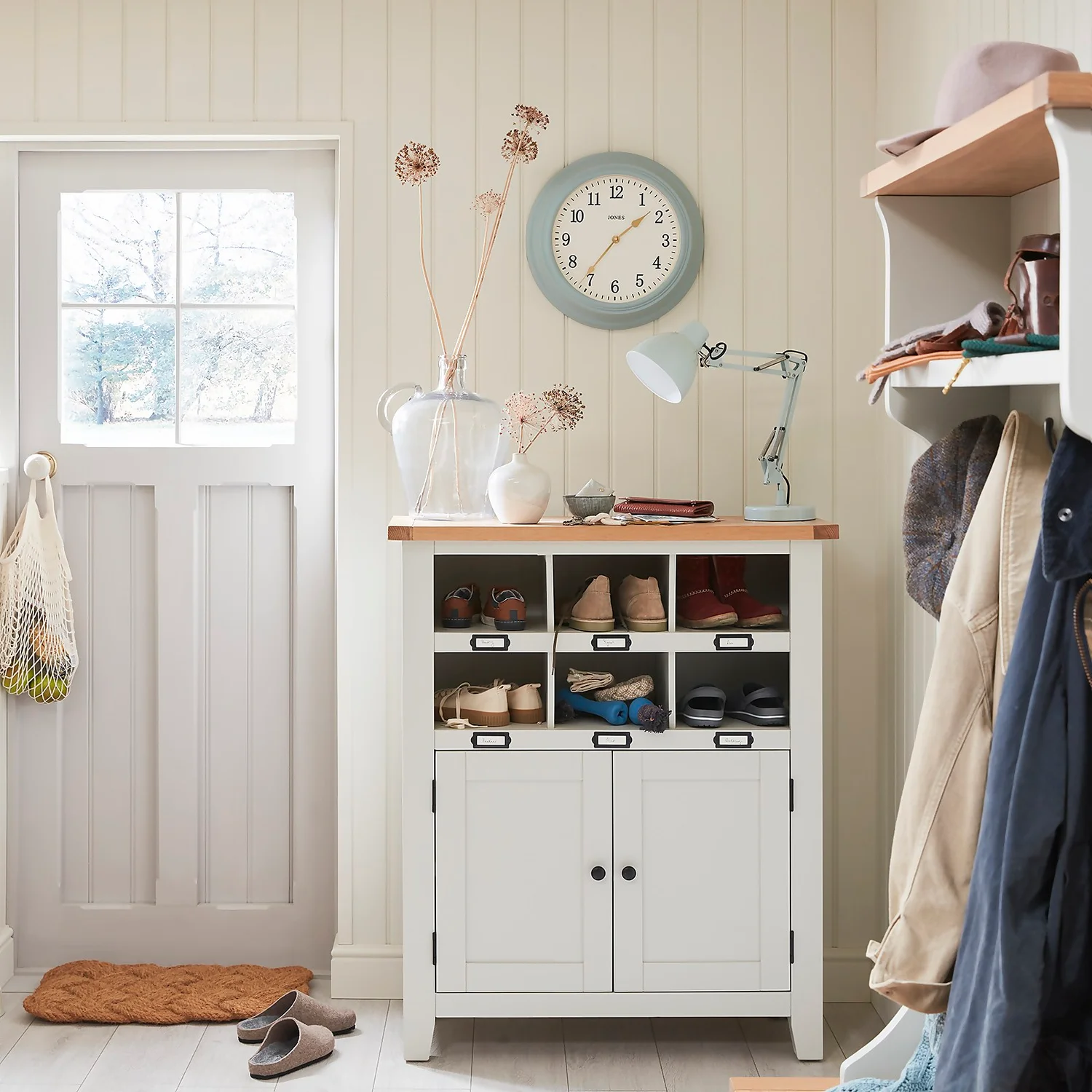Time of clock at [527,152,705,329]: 1:36
